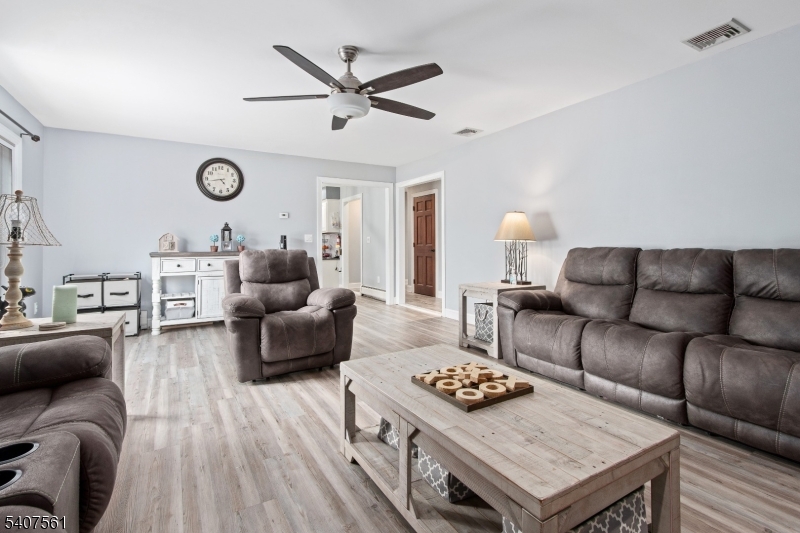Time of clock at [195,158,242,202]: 4:42
